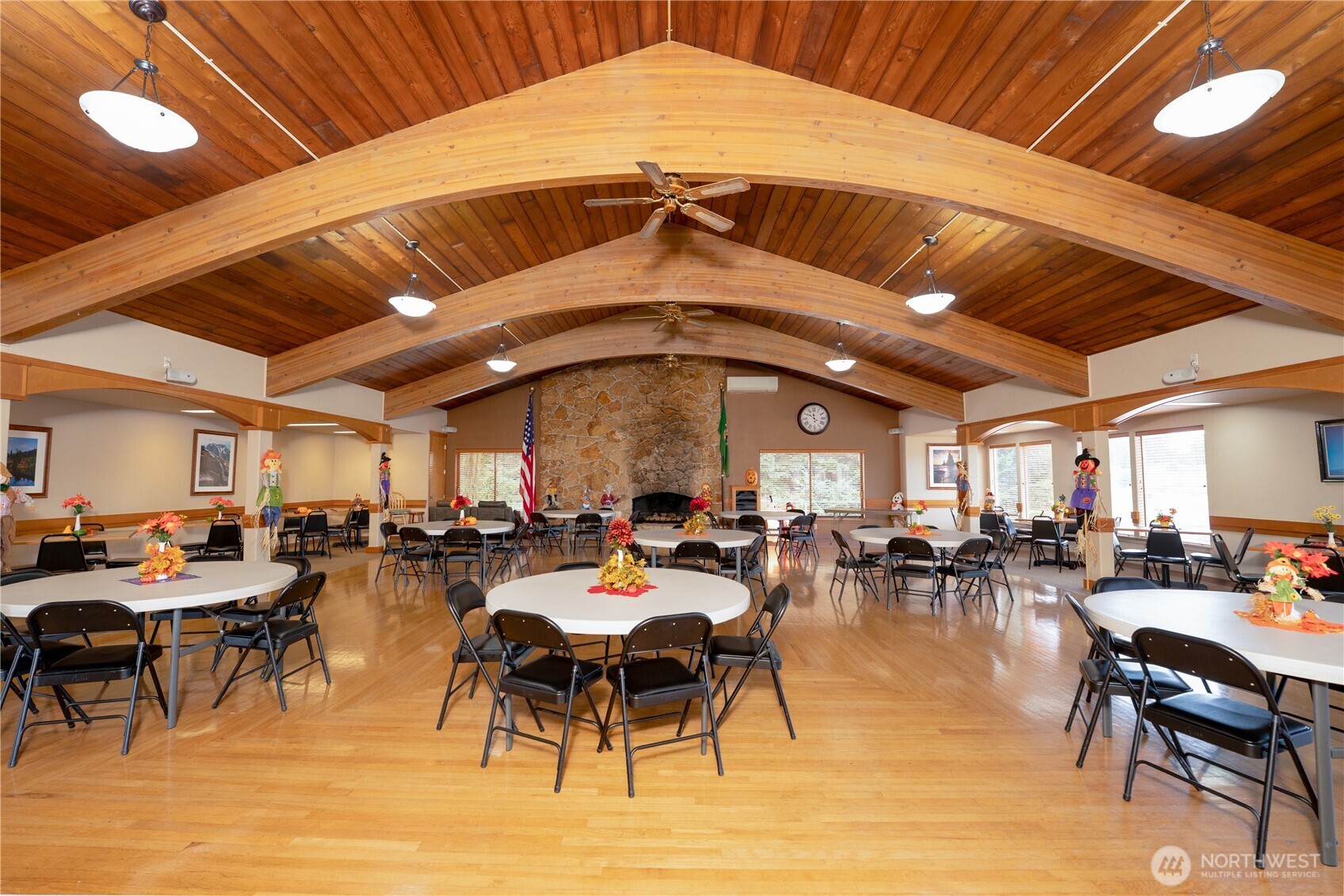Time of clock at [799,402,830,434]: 11:50
